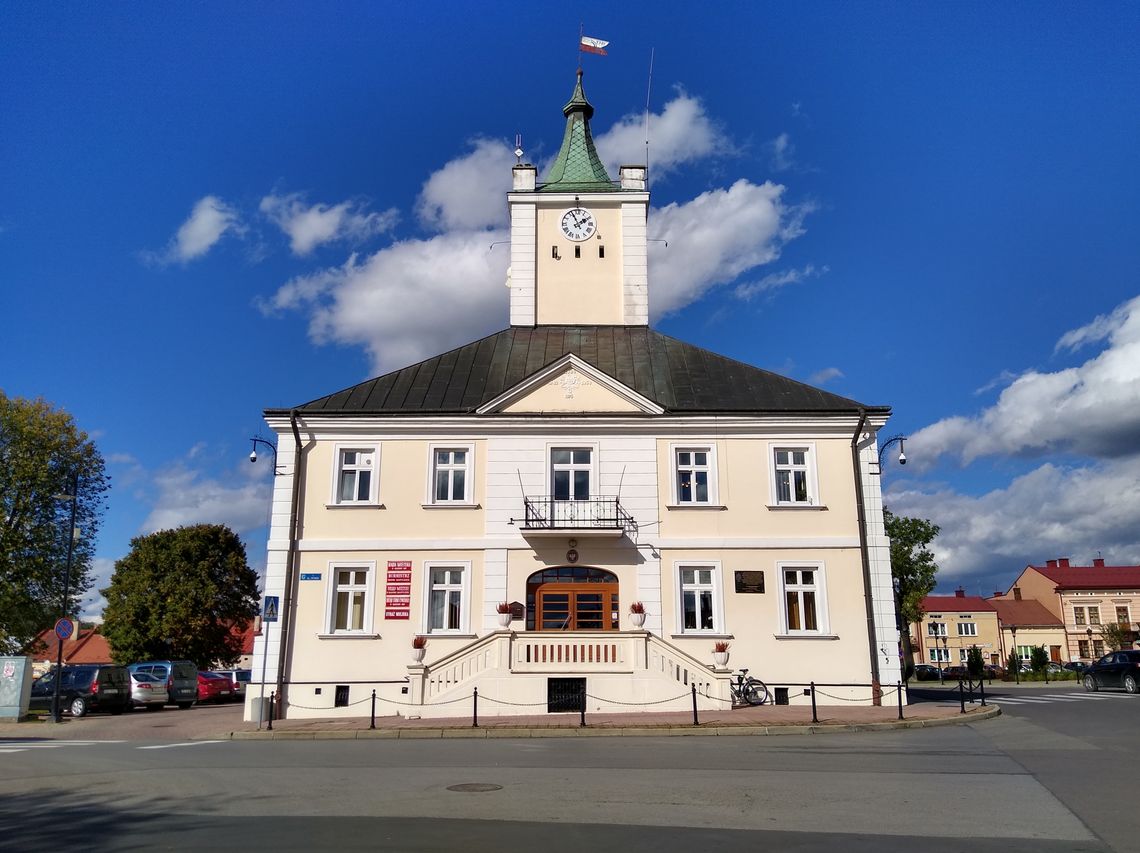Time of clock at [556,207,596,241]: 1:56
